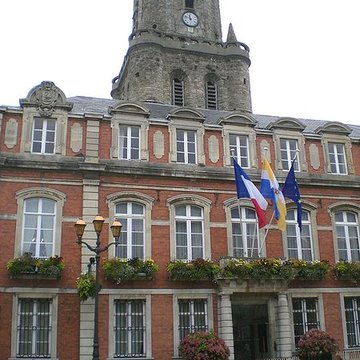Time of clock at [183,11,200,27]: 11:47
